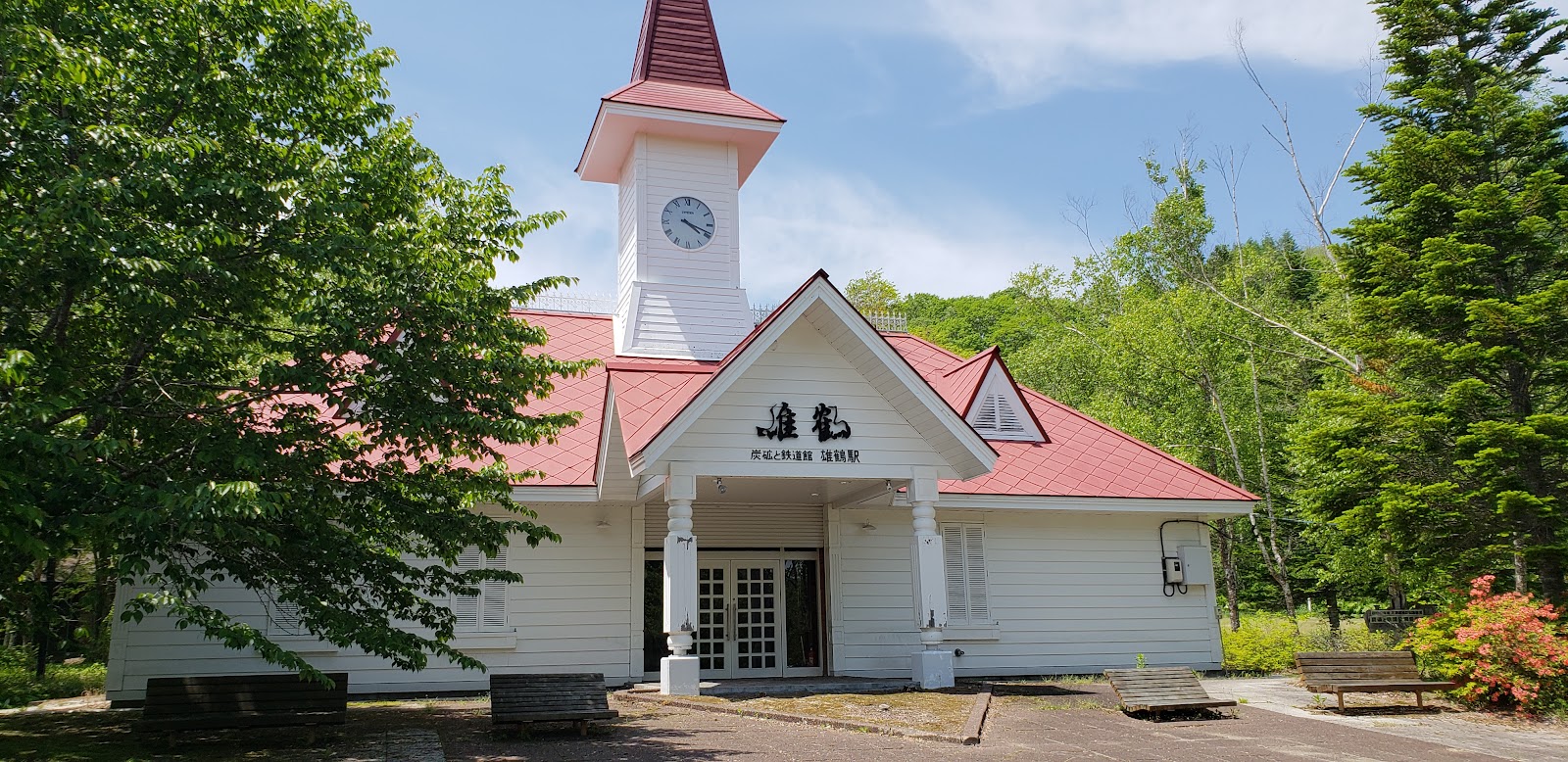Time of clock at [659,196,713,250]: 4:18
